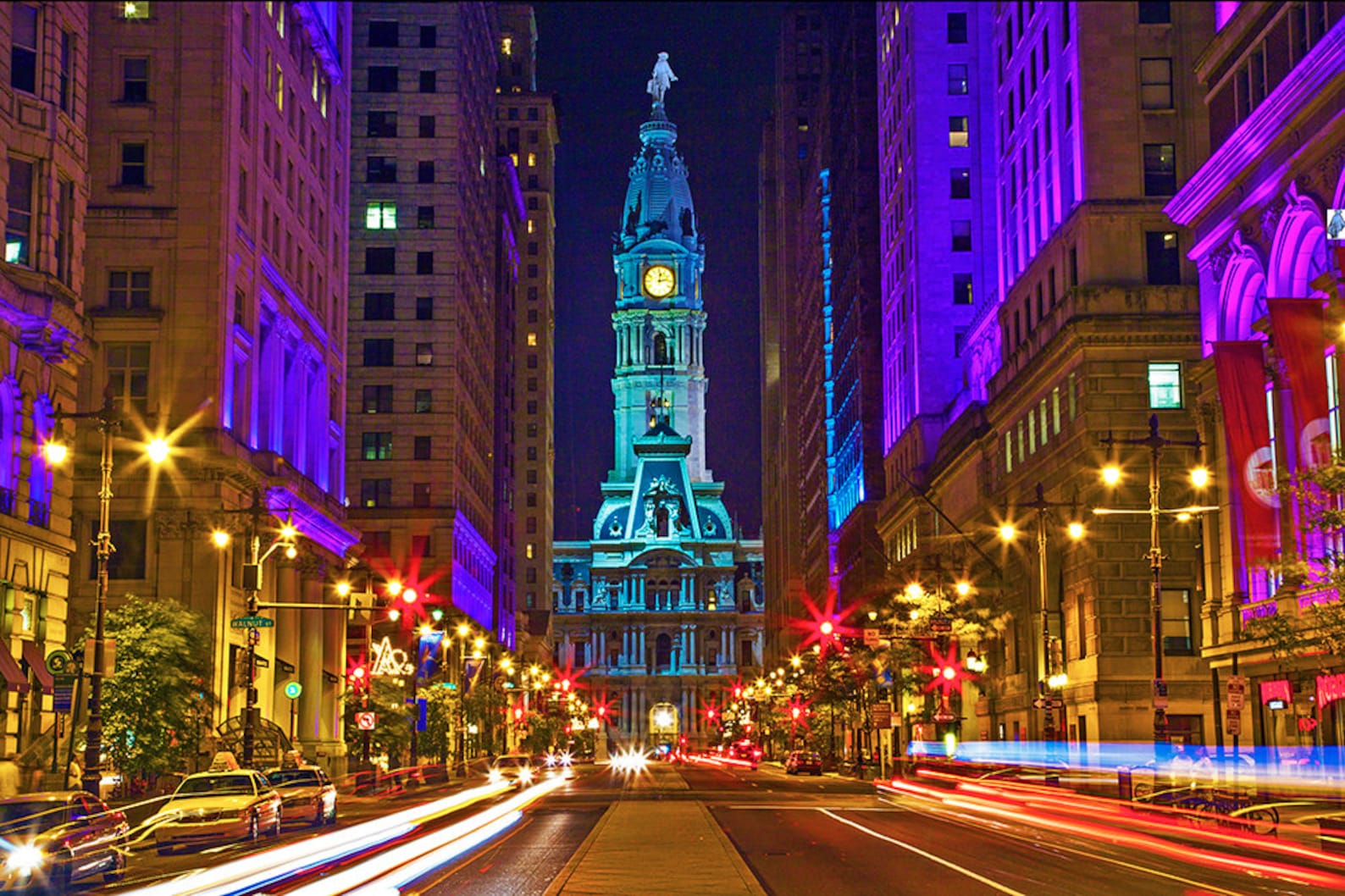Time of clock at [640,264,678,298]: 12:12
